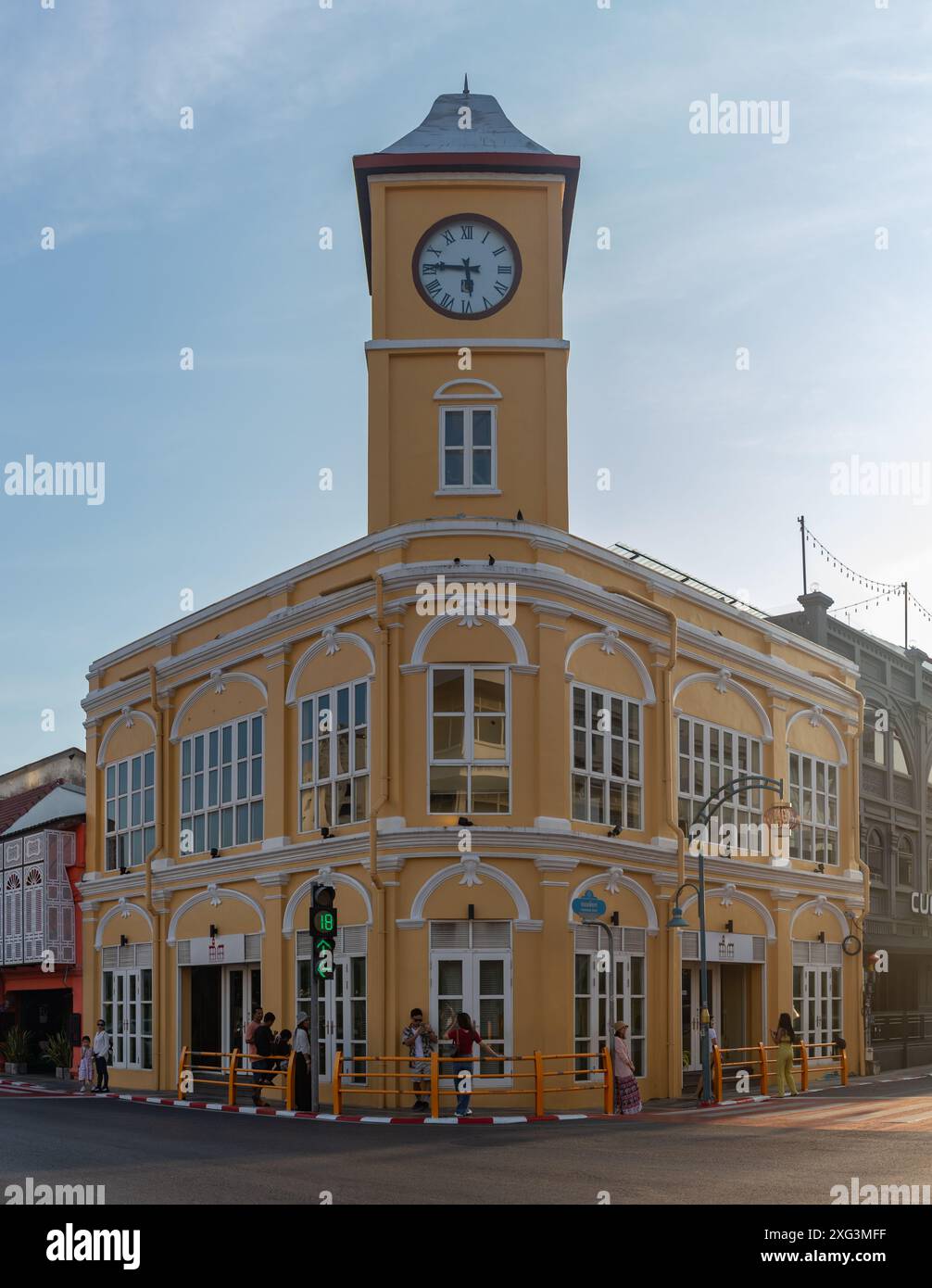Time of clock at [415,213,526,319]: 5:45
